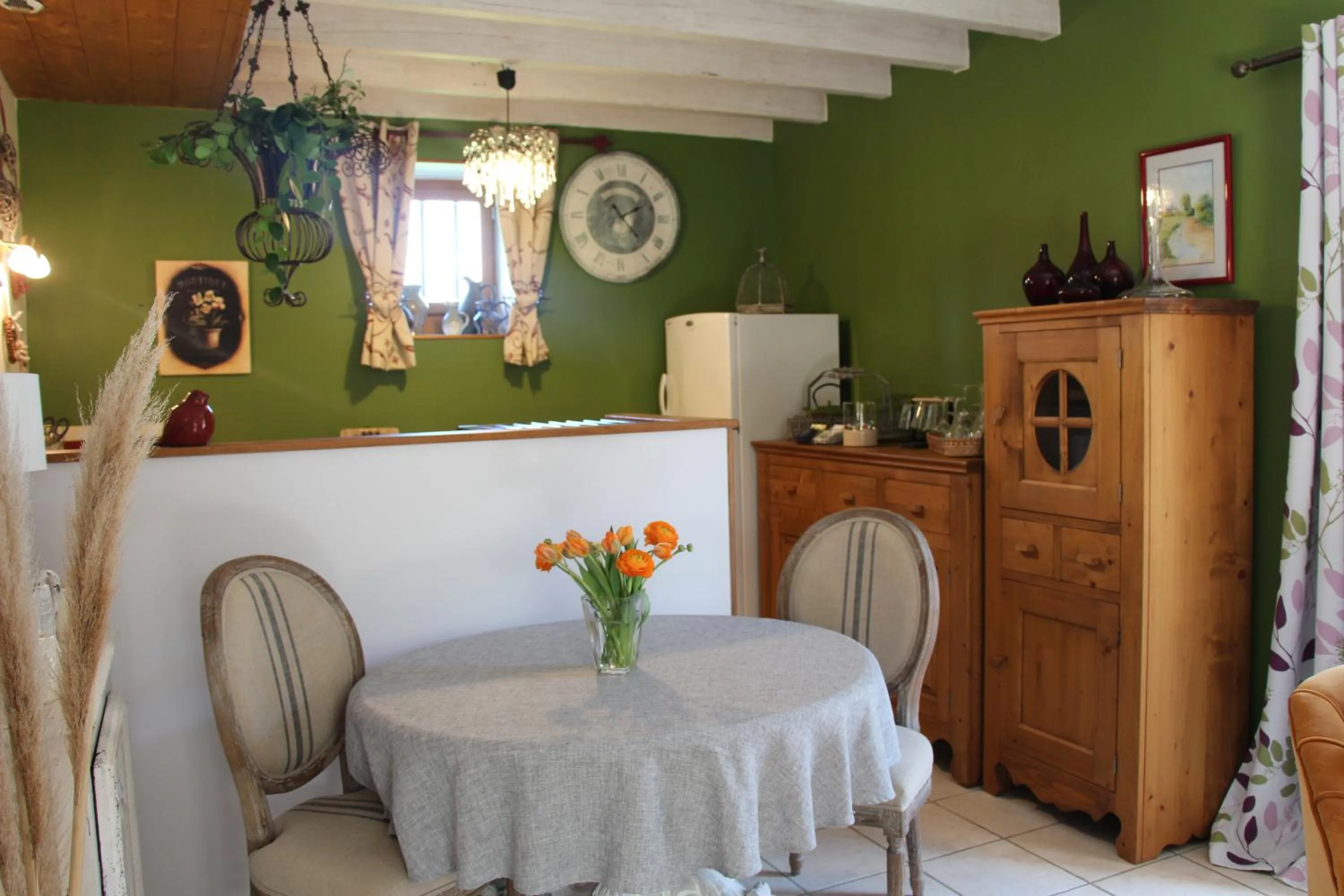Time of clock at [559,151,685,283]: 1:53
